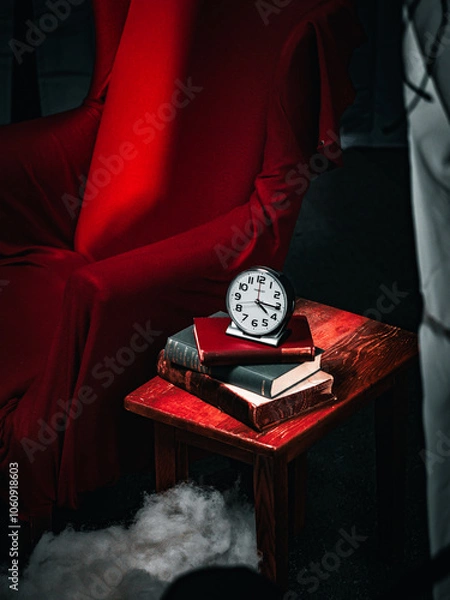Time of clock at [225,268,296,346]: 4:15
